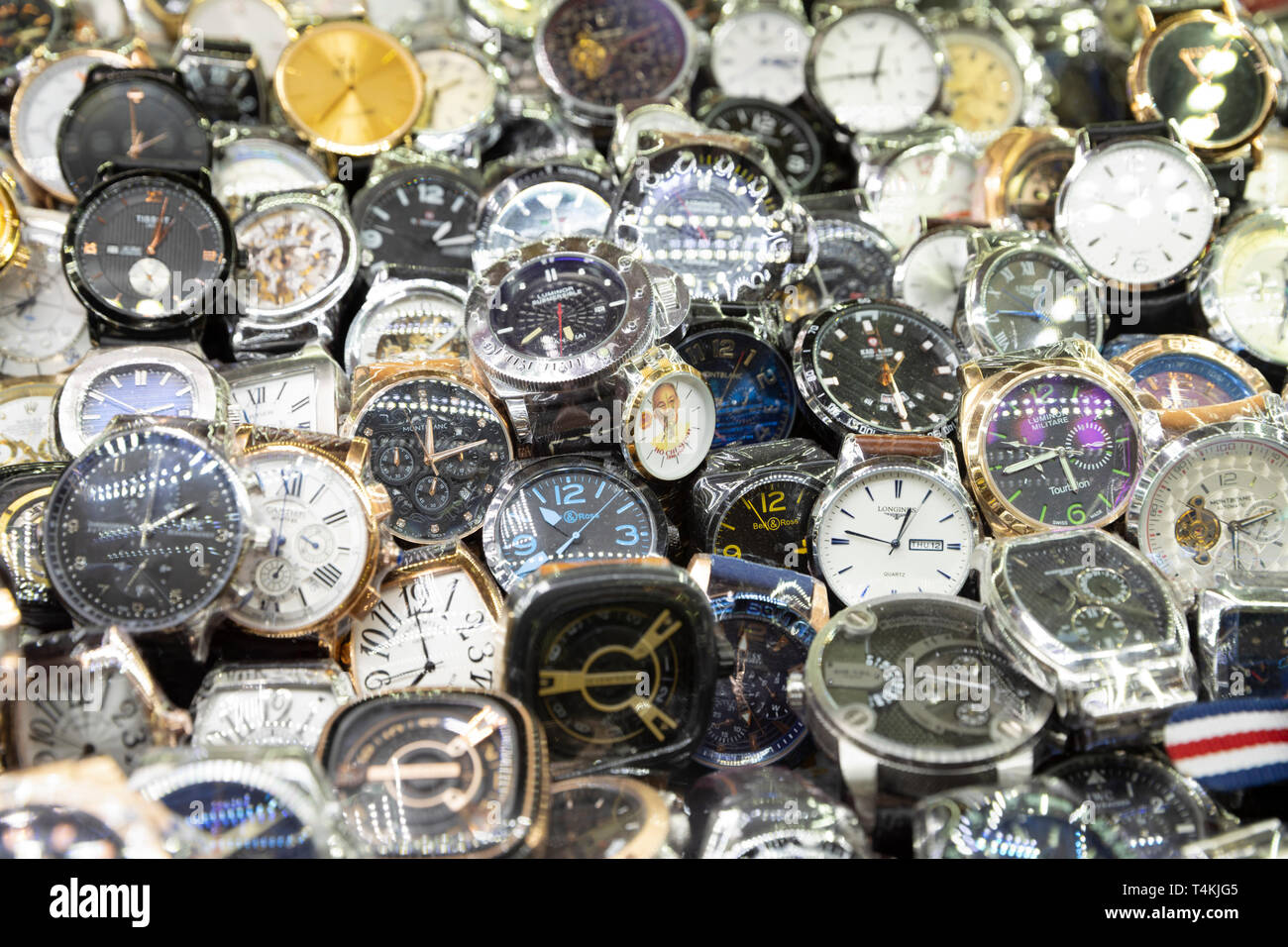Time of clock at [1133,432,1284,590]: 10:12
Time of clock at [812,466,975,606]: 12:47
